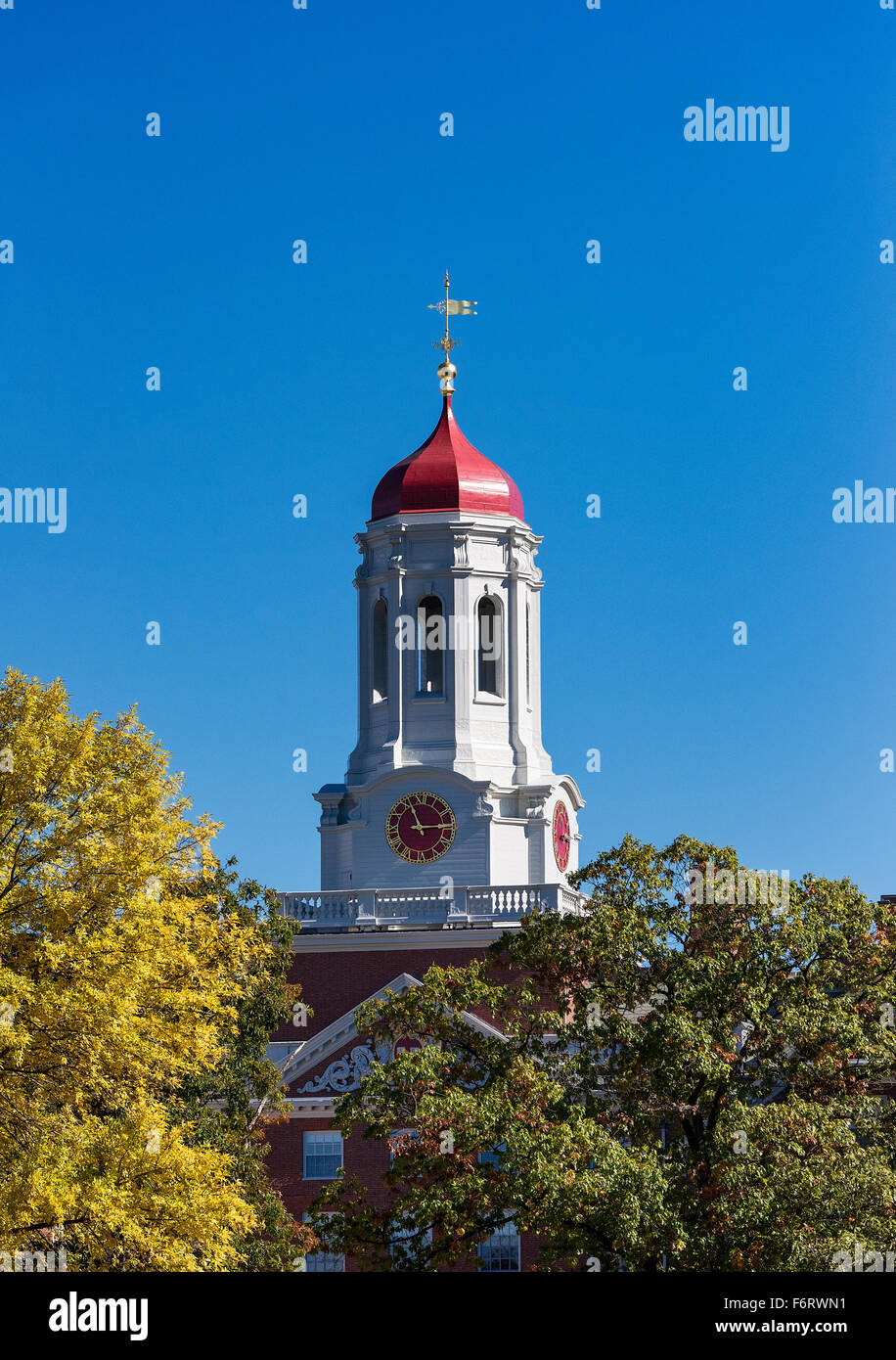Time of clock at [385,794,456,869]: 11:14
